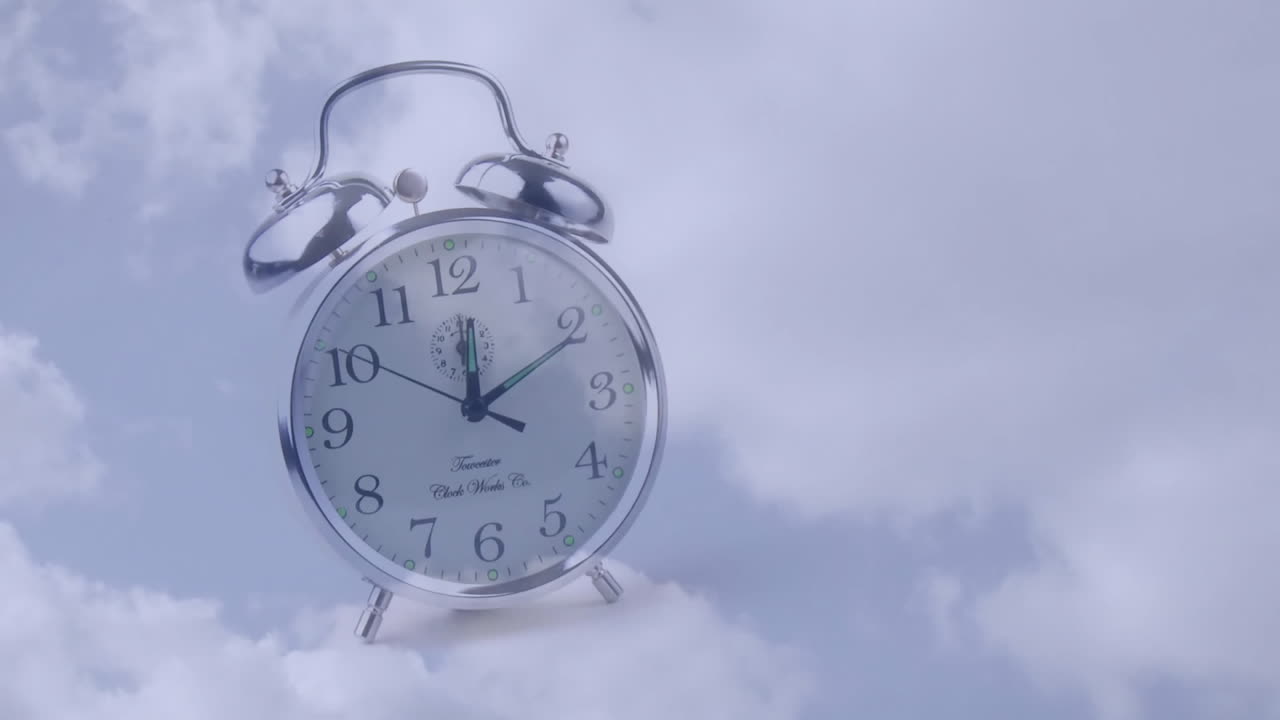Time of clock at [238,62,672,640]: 12:10
